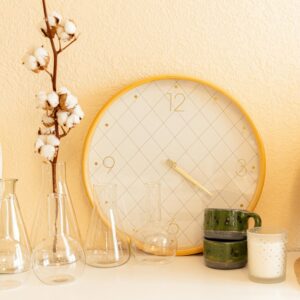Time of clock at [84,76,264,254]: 4:20
